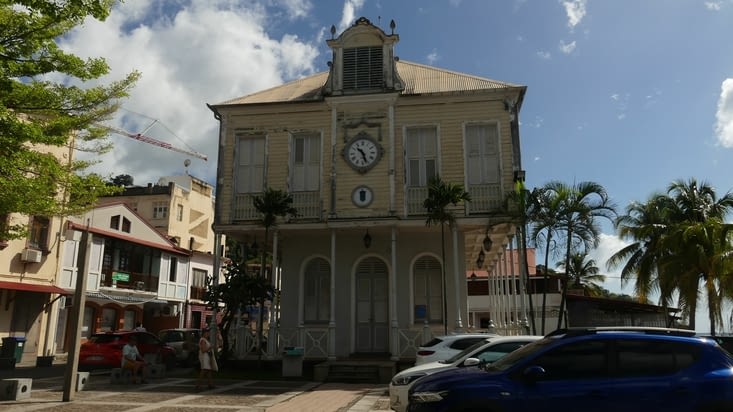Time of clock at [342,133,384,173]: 10:26
